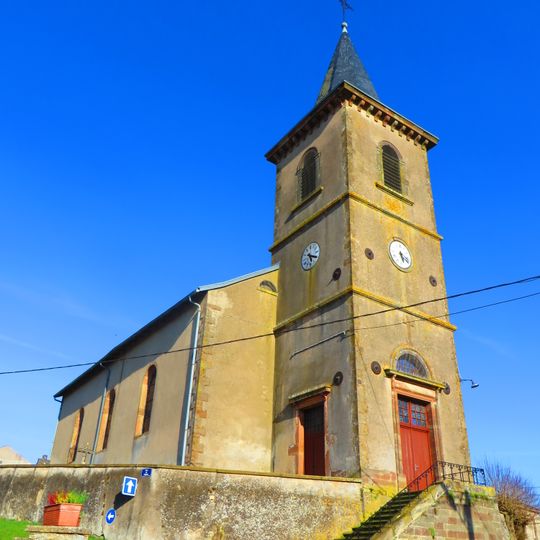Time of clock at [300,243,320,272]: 5:18
